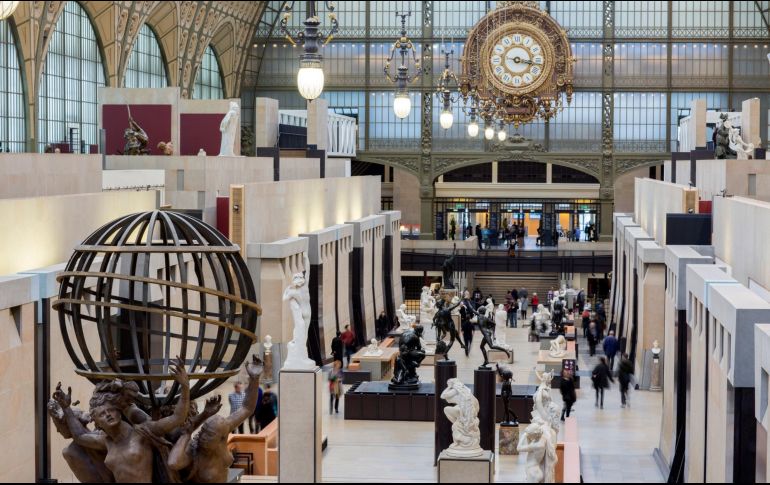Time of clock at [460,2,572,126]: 3:17
